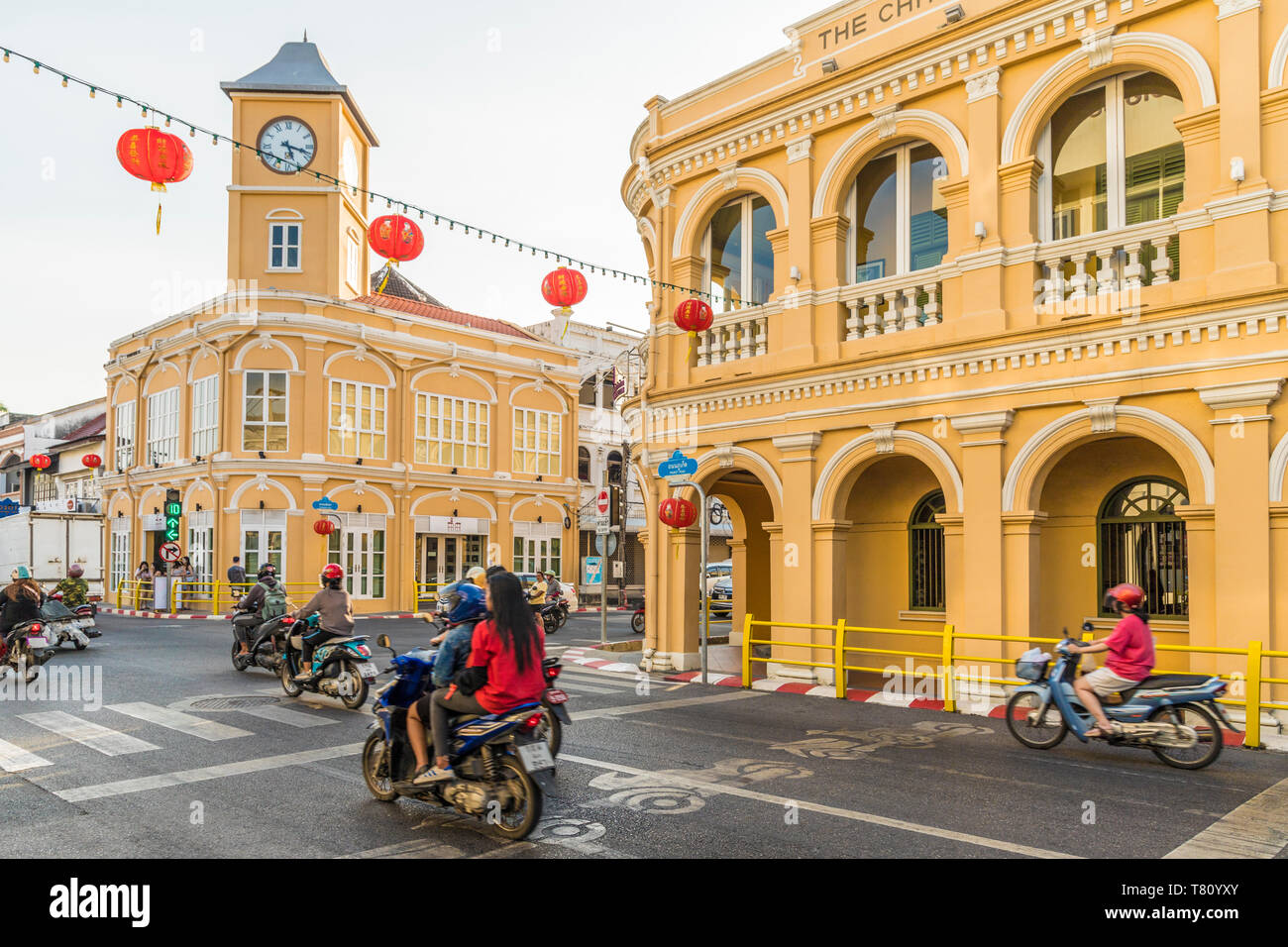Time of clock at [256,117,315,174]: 5:17
